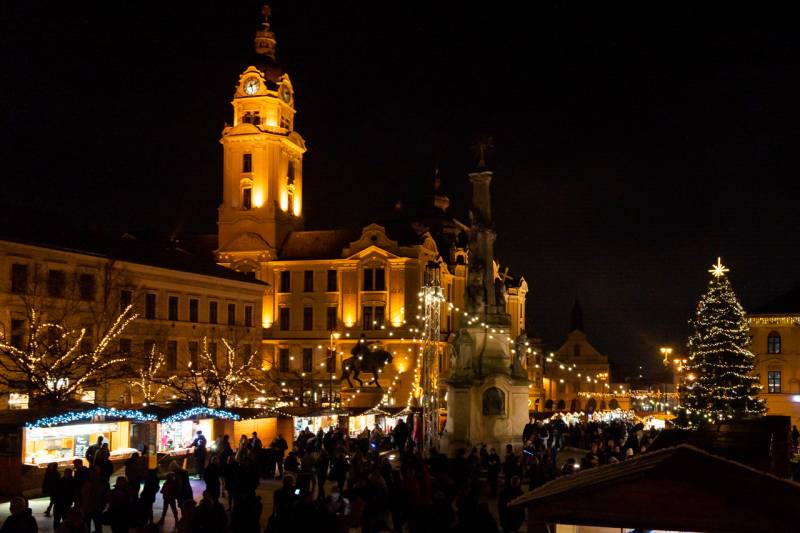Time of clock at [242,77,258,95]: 5:11
